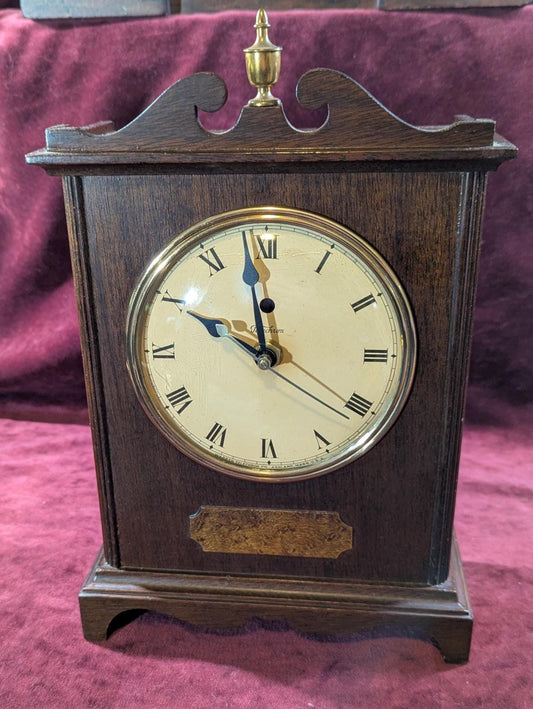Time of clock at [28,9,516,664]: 9:58
